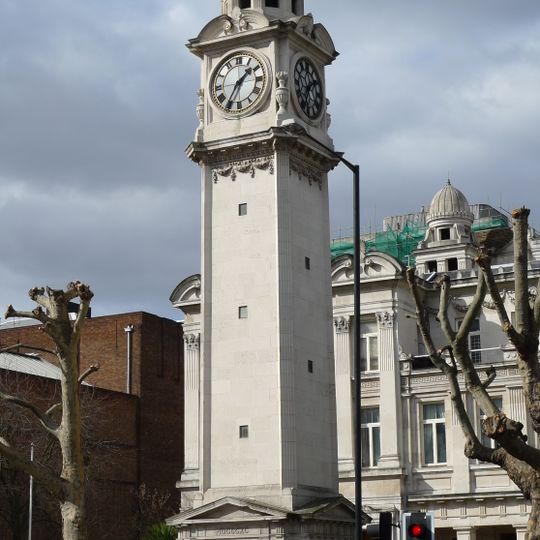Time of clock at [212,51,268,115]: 1:35
